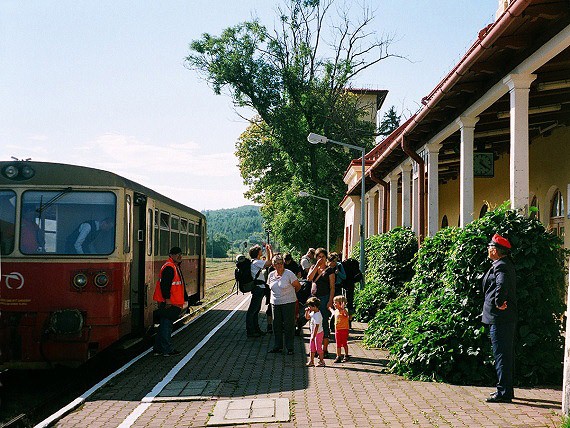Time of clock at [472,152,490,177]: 4:20
